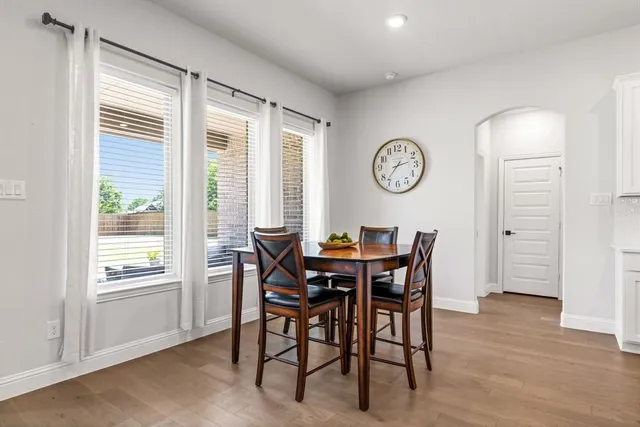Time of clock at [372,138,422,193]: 2:36
